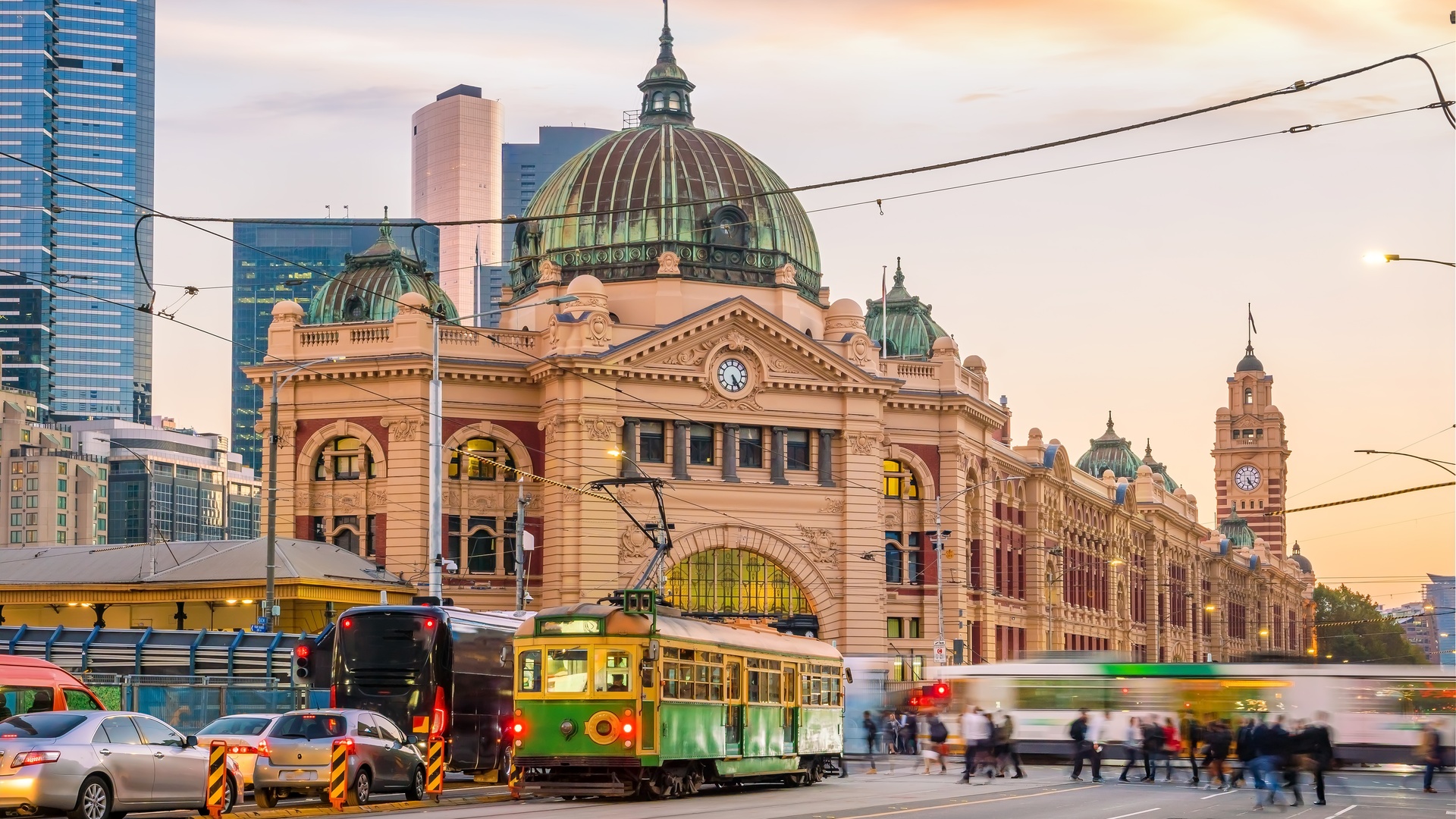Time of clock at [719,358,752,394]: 5:24
